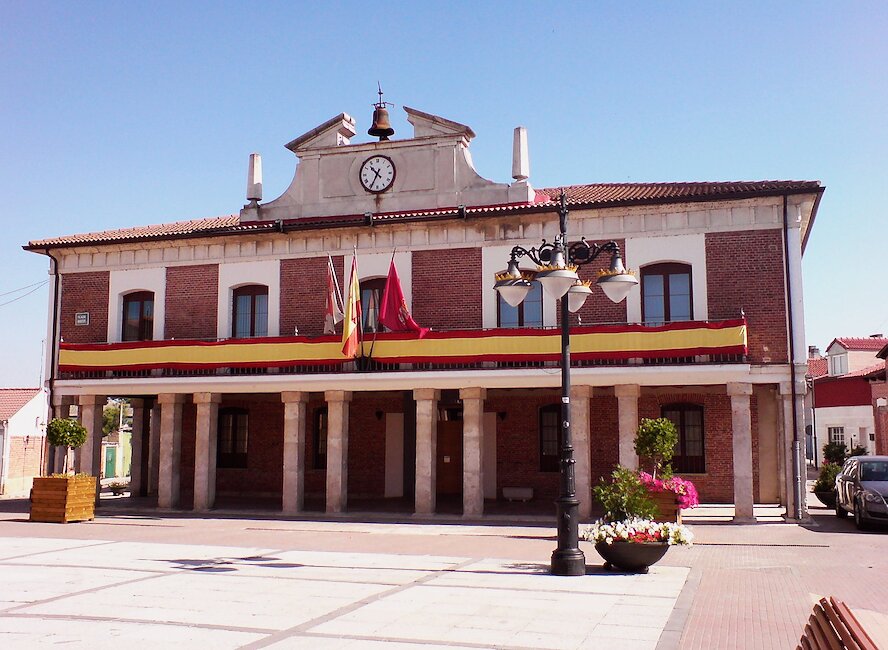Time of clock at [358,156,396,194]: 10:34
